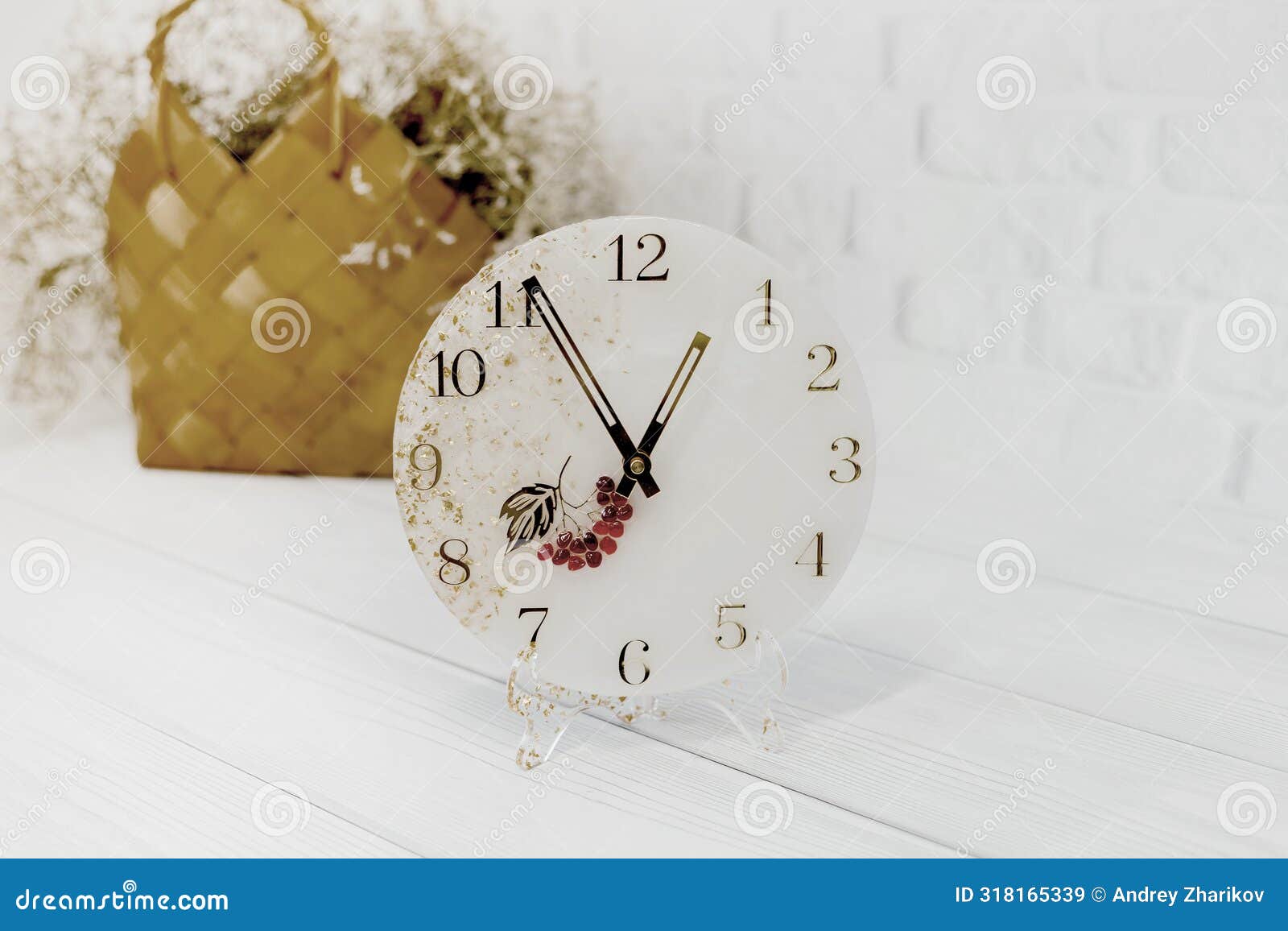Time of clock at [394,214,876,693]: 6:55
